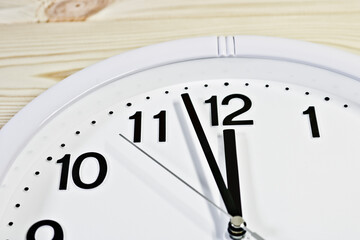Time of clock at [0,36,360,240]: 11:57
